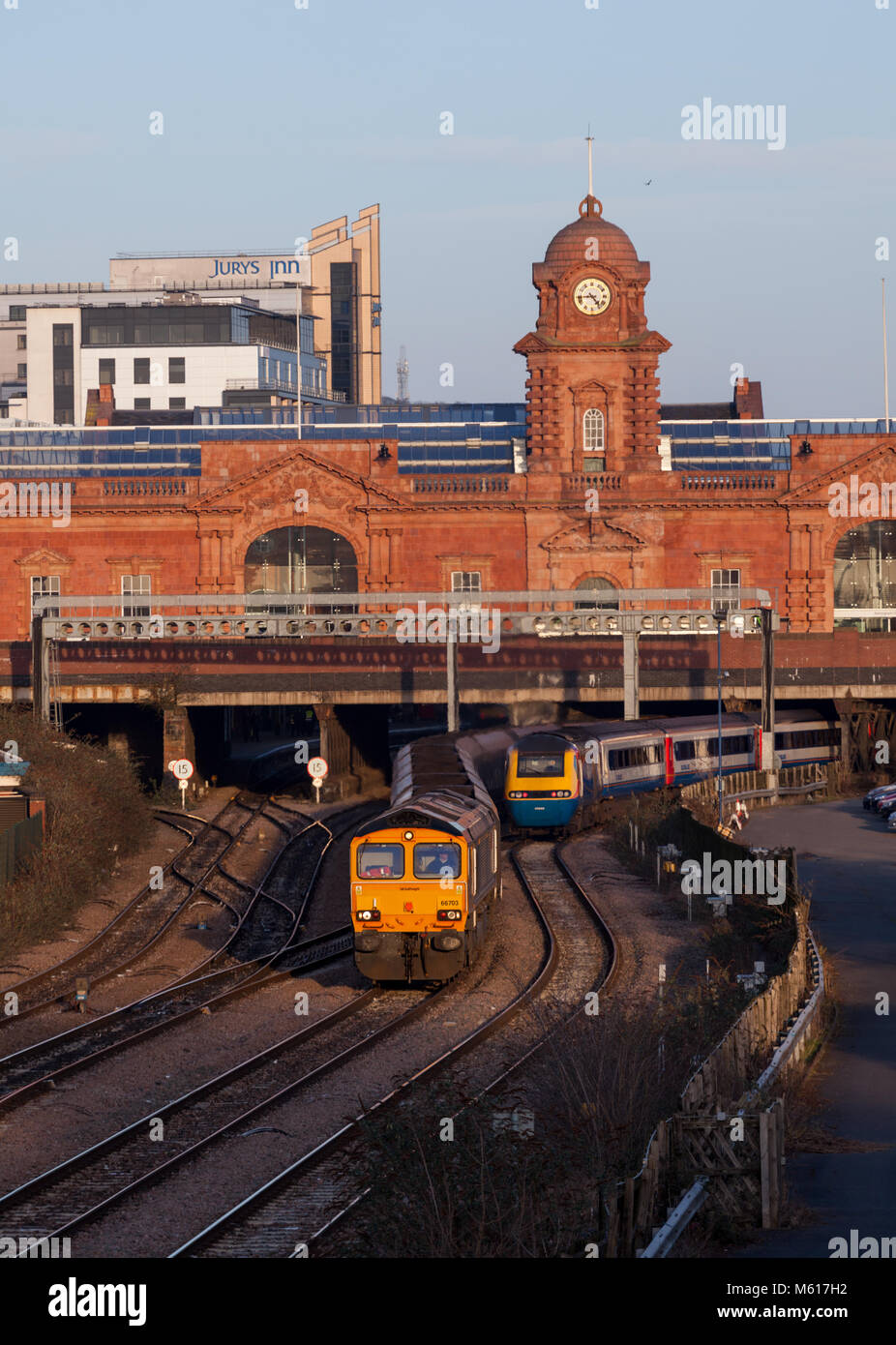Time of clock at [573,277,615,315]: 4:43
